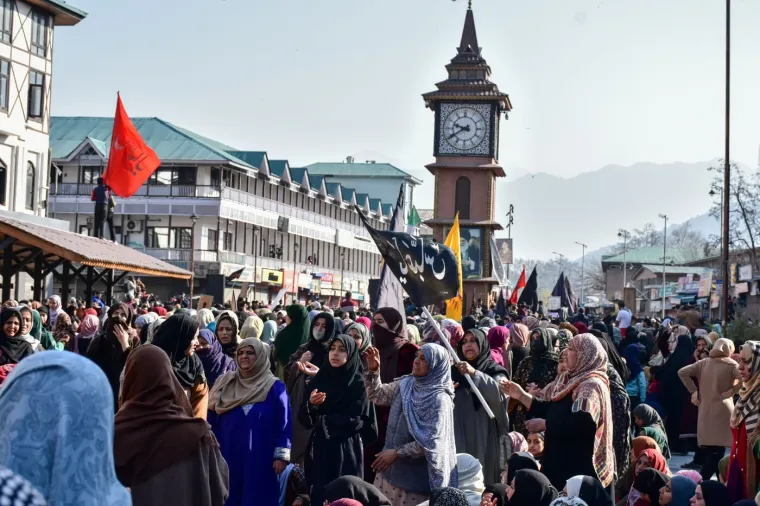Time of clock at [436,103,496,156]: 9:40
